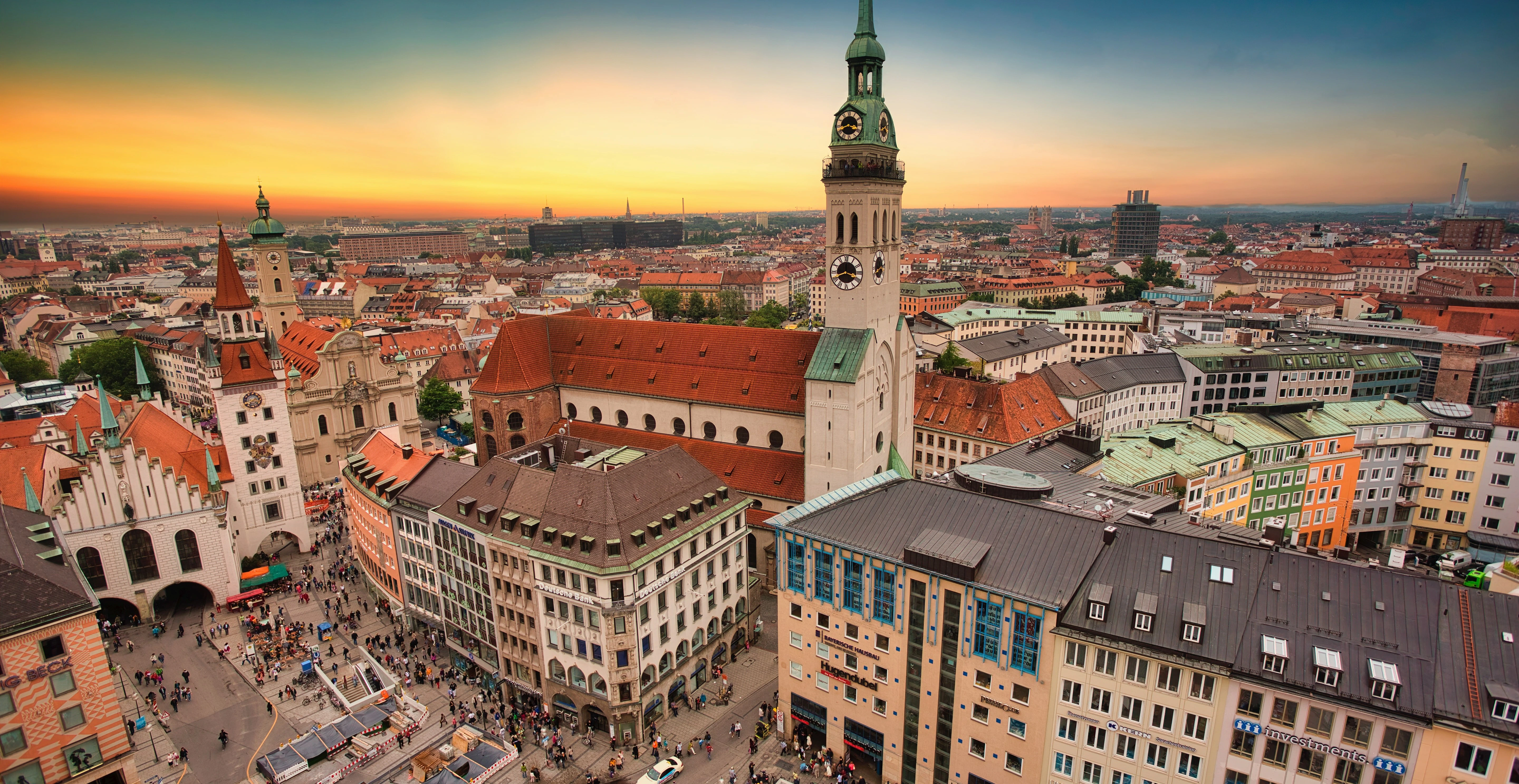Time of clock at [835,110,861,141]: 3:42
